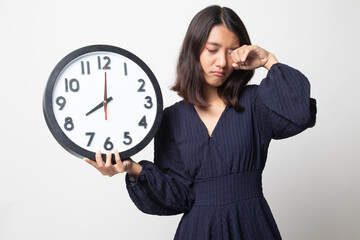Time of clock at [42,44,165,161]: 8:00
